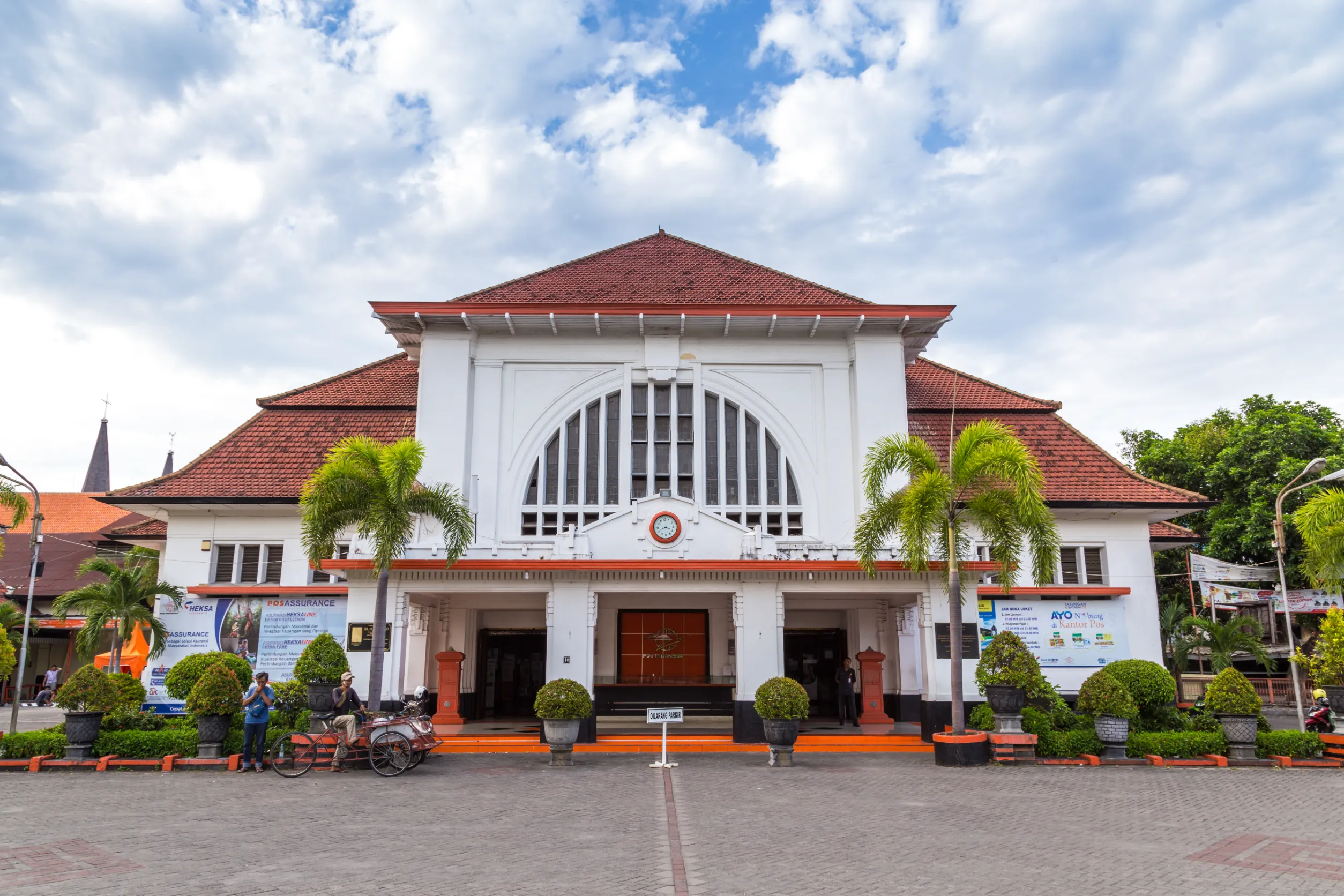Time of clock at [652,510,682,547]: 3:41
